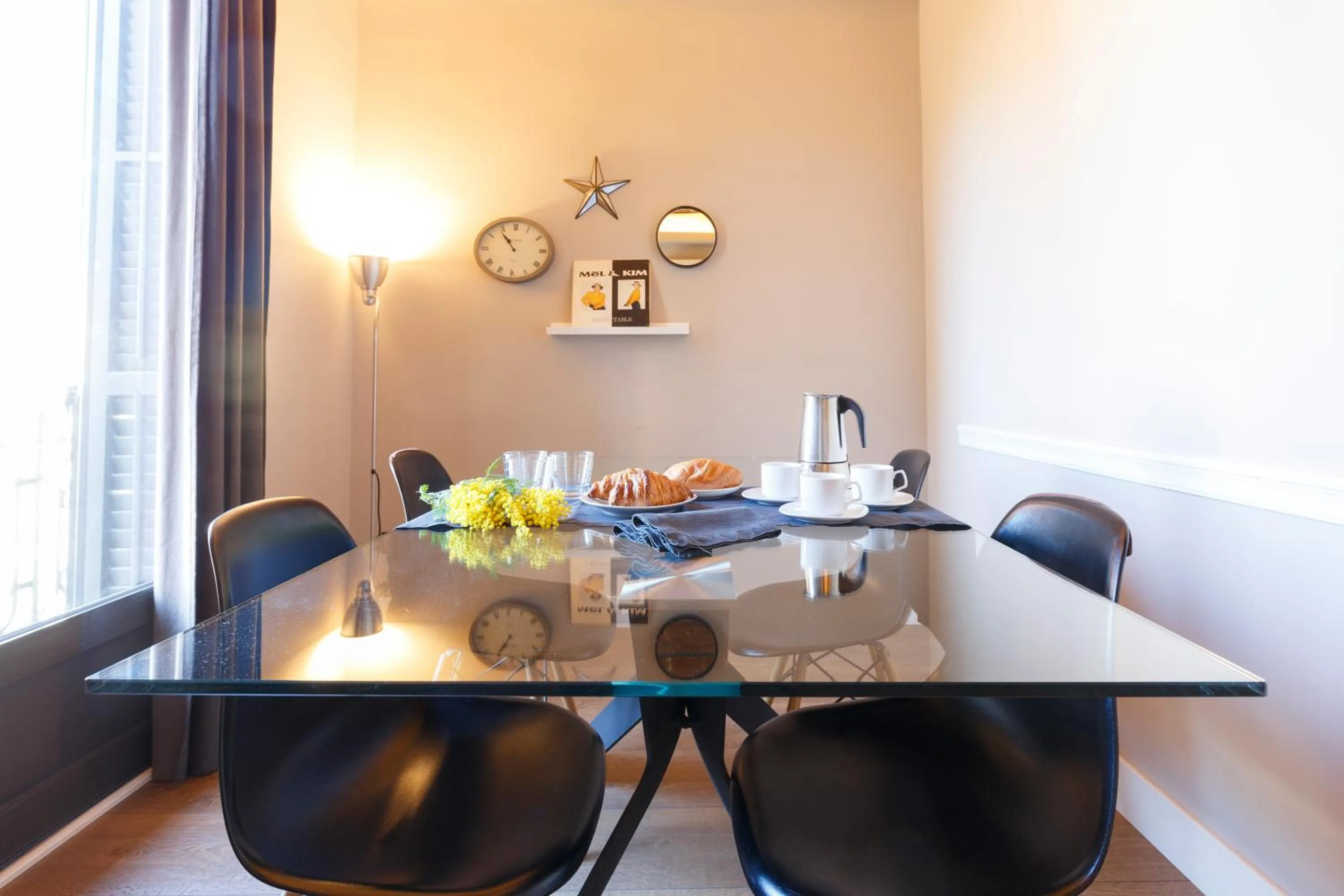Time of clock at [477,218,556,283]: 10:53
